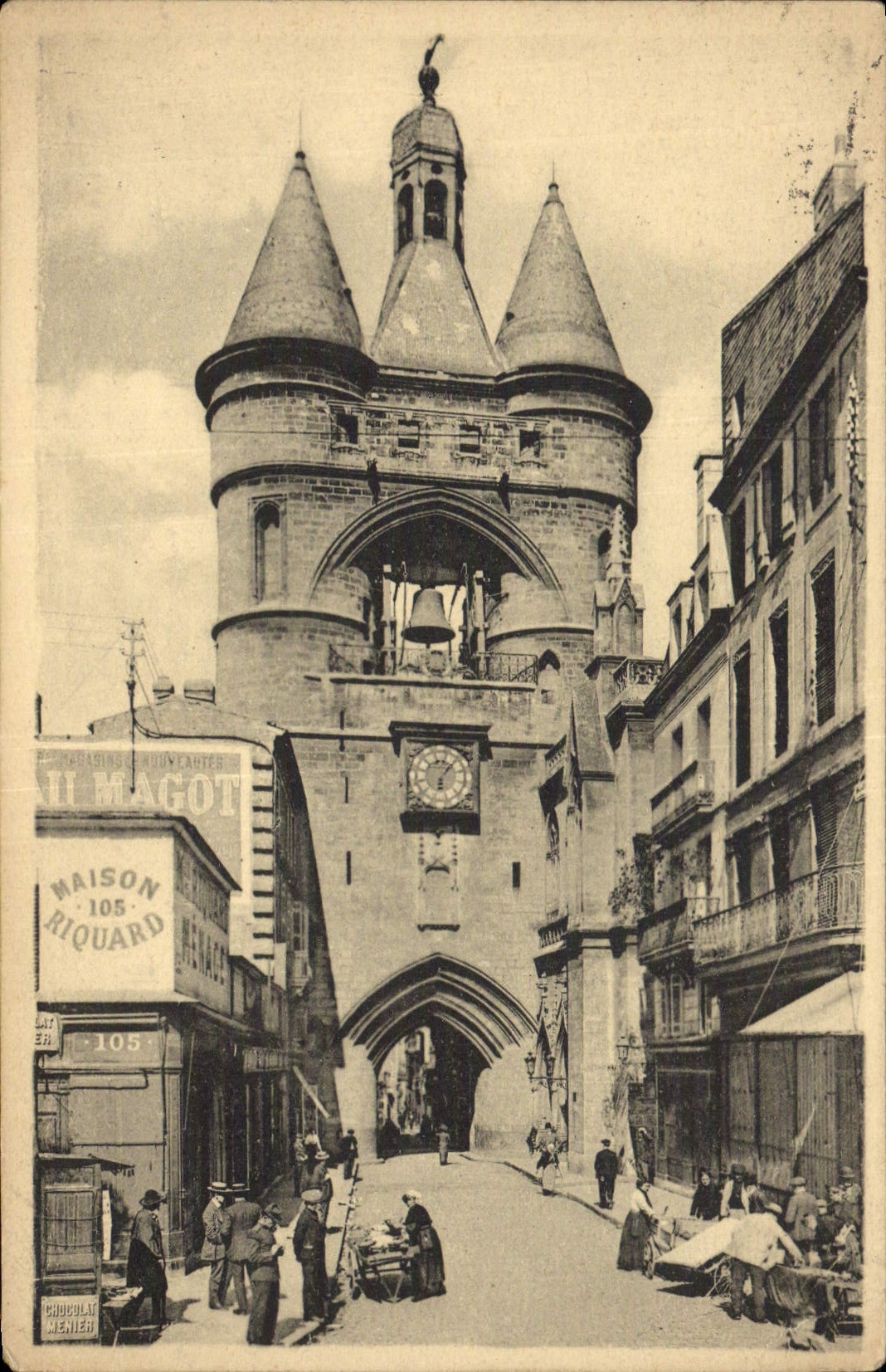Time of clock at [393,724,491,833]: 6:06
